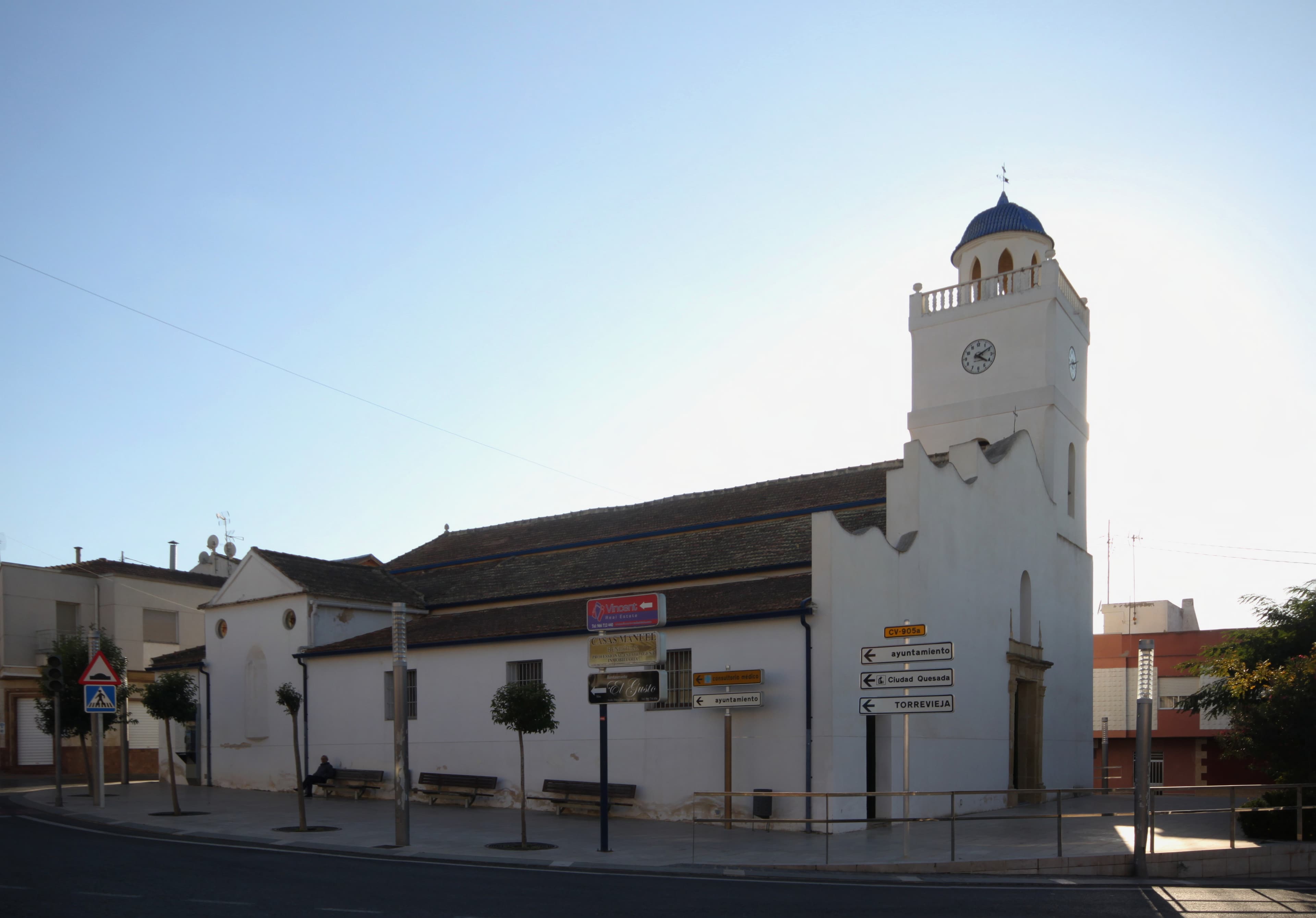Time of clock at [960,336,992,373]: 4:09
